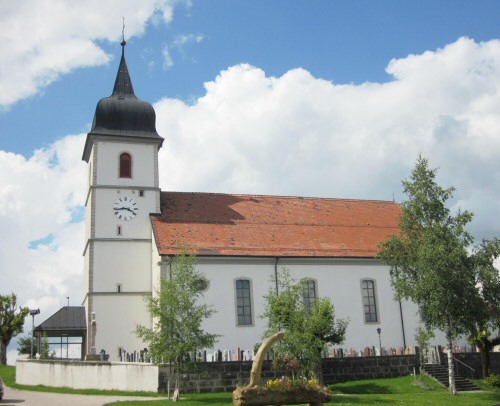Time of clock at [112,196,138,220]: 3:43
